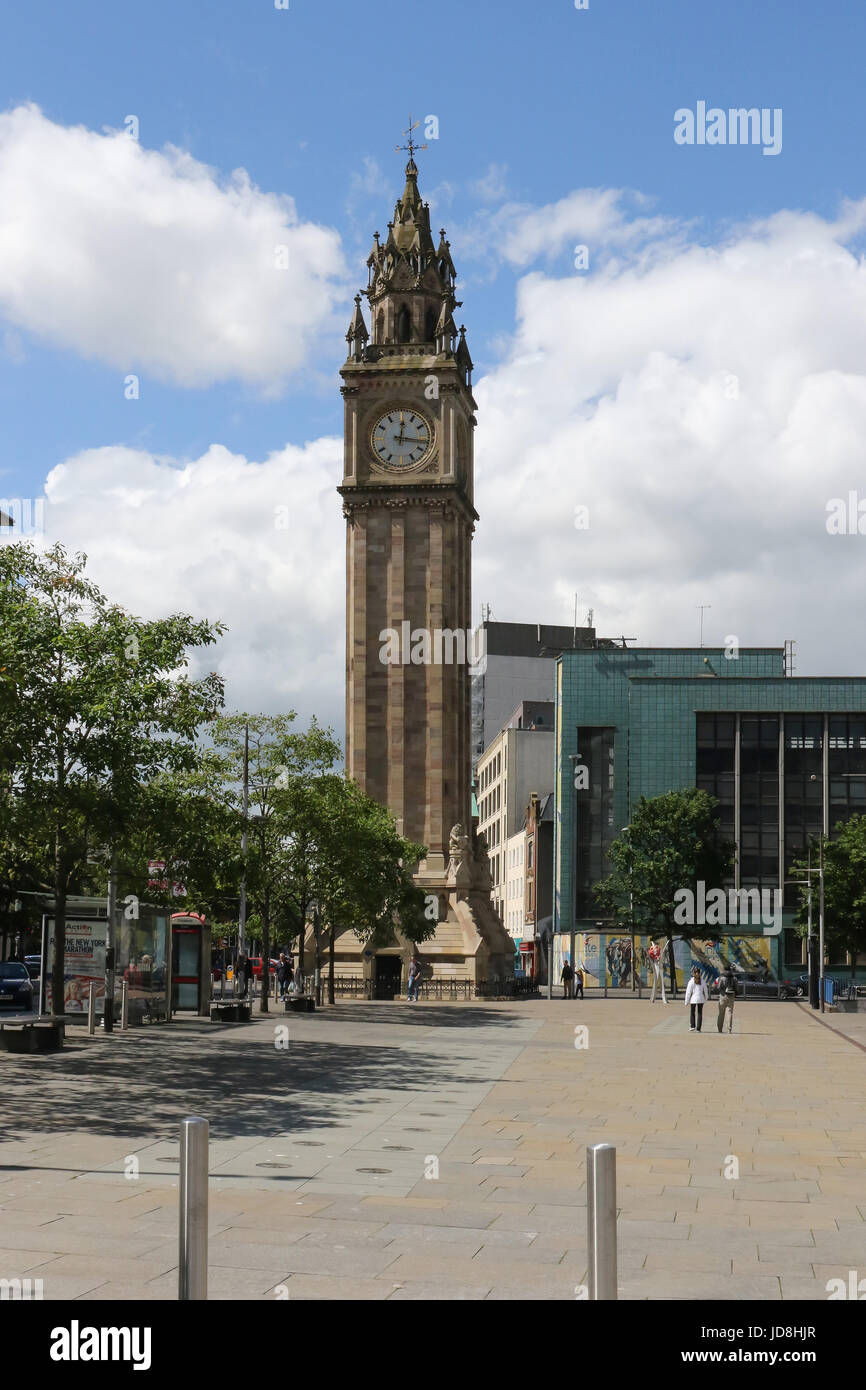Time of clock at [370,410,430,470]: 12:16
